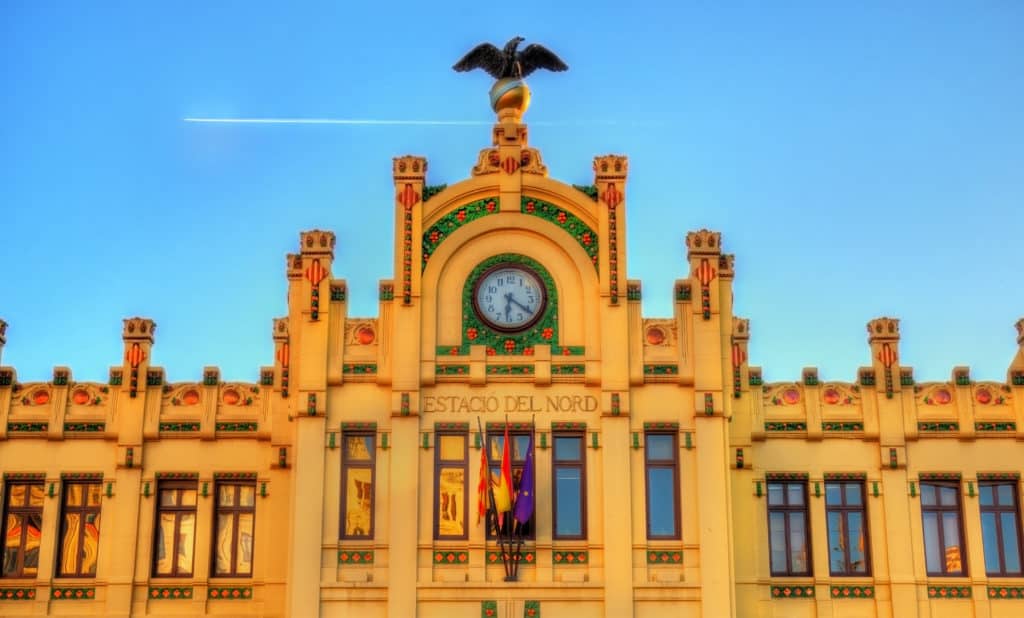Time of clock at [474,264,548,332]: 6:20
